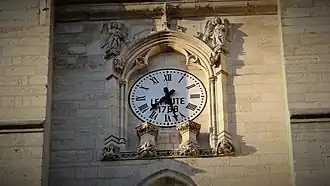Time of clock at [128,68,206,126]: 7:27
